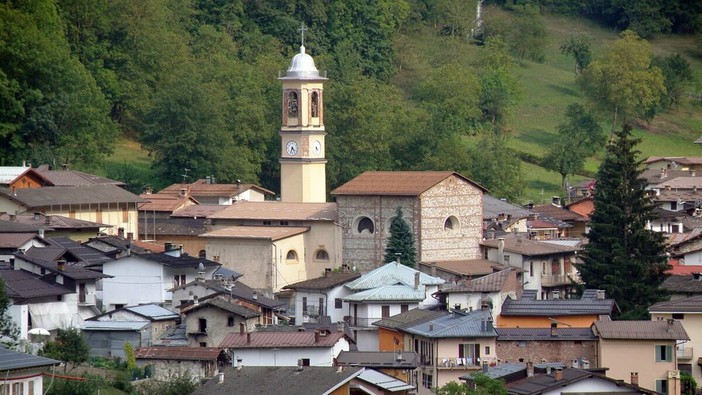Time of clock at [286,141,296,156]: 4:33
